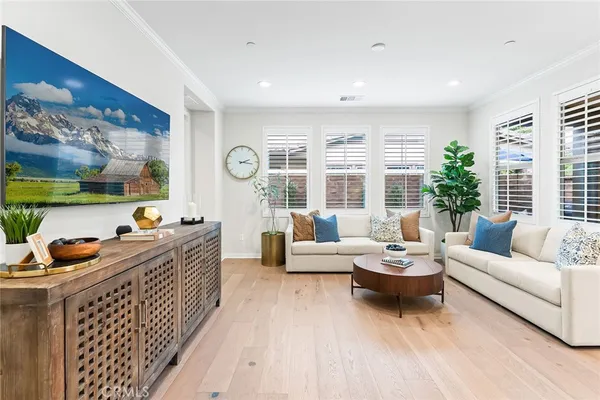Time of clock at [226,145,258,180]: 2:16
